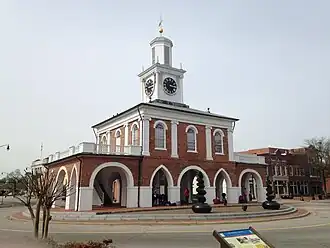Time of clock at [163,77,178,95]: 1:16
